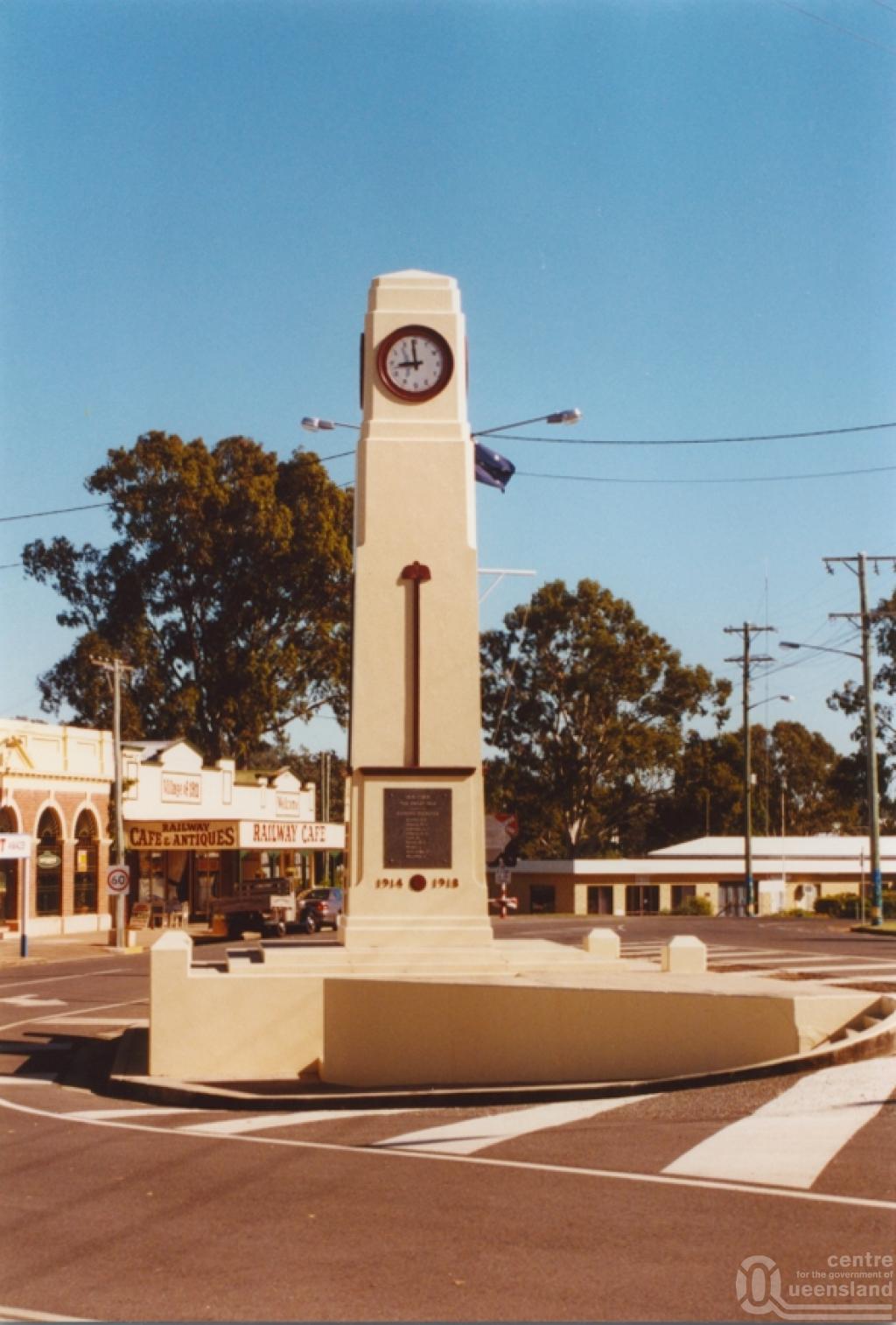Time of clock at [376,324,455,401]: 8:58
